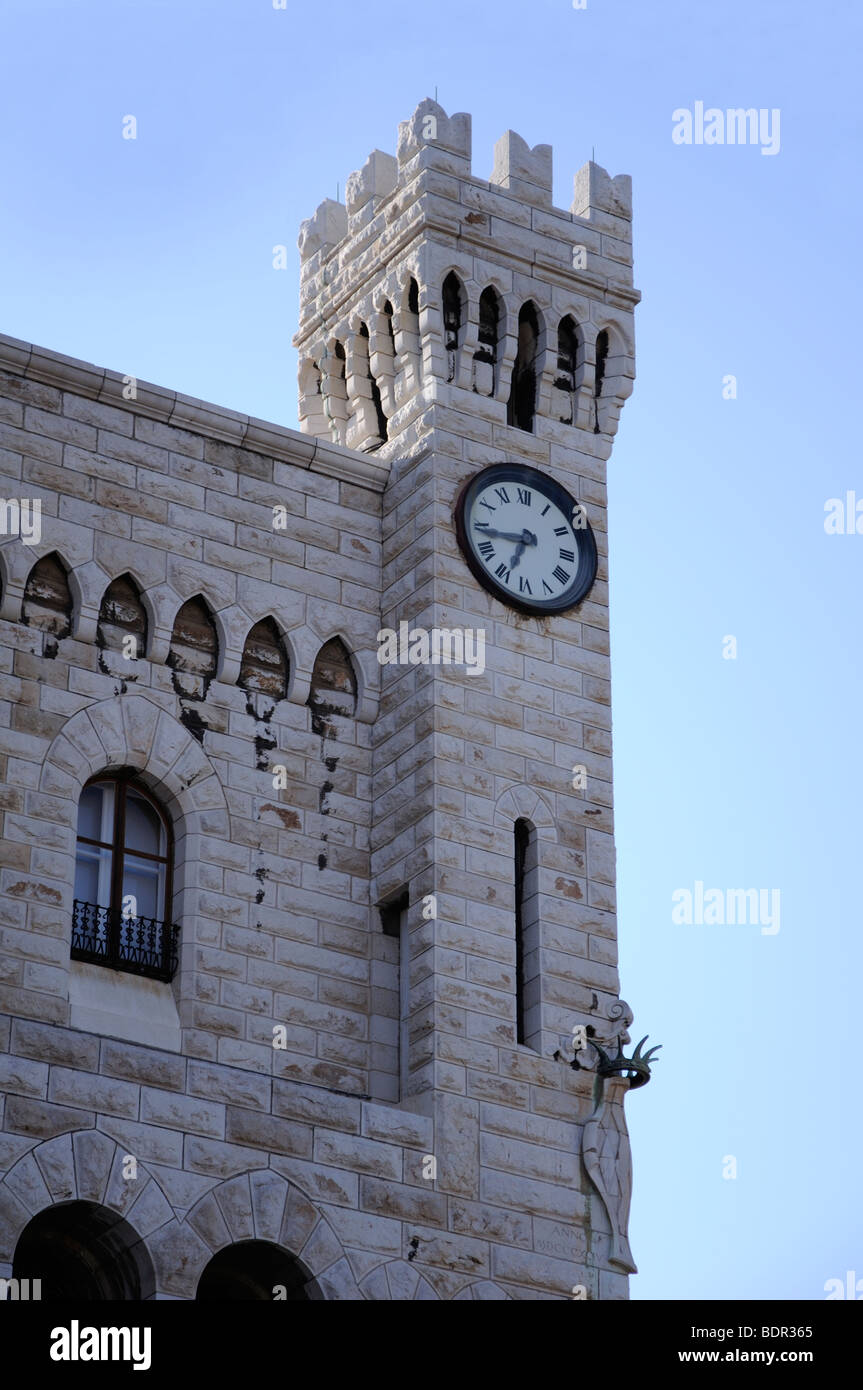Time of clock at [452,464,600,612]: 6:43
